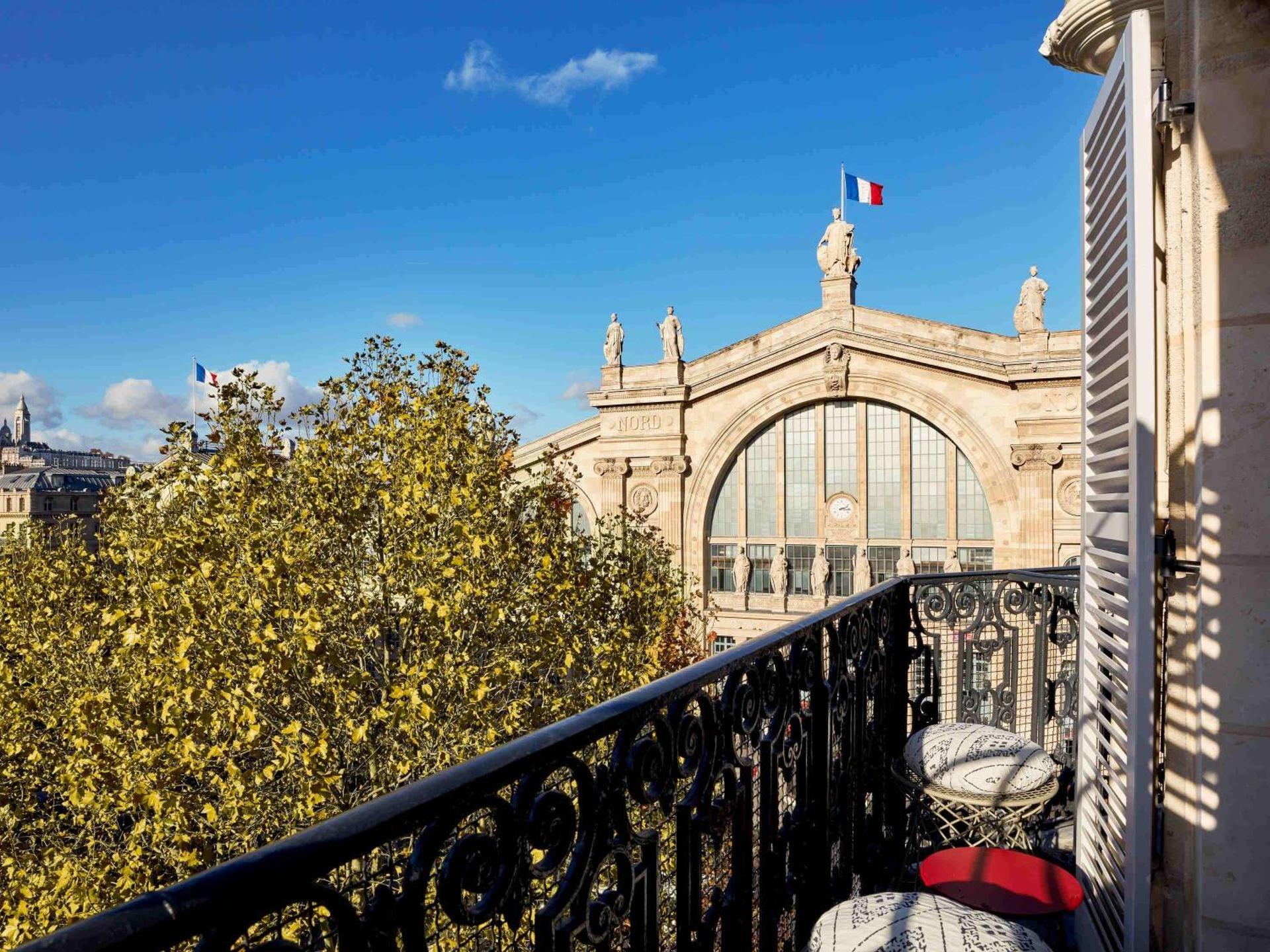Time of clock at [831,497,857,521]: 2:16
